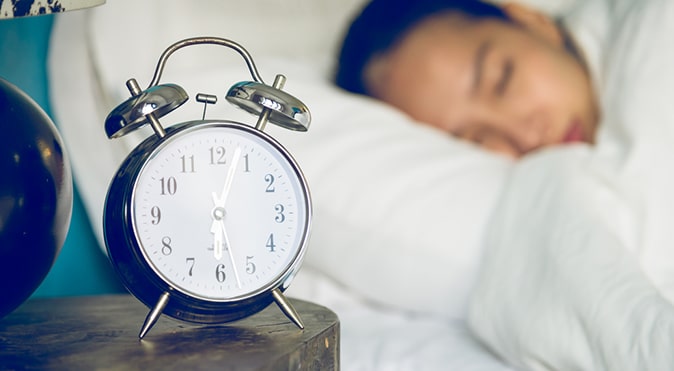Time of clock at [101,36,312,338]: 6:03
